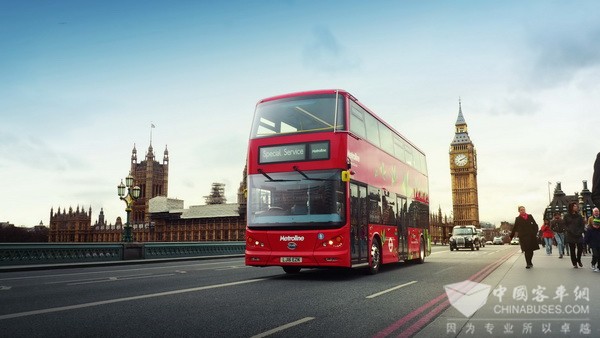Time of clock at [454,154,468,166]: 2:11
